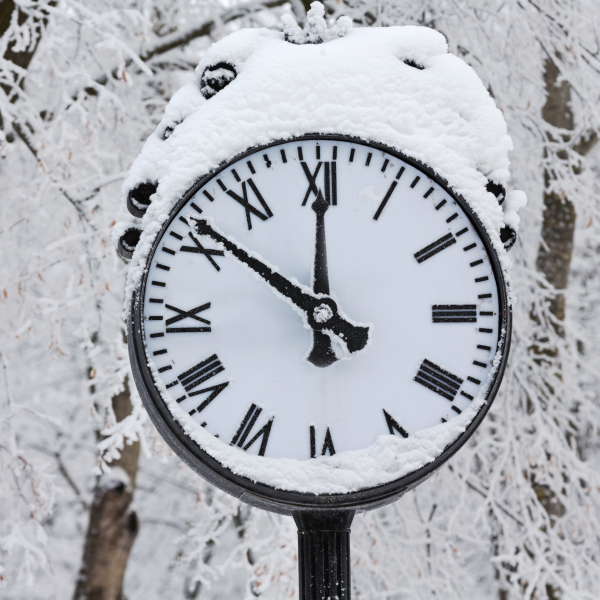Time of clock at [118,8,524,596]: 11:51
